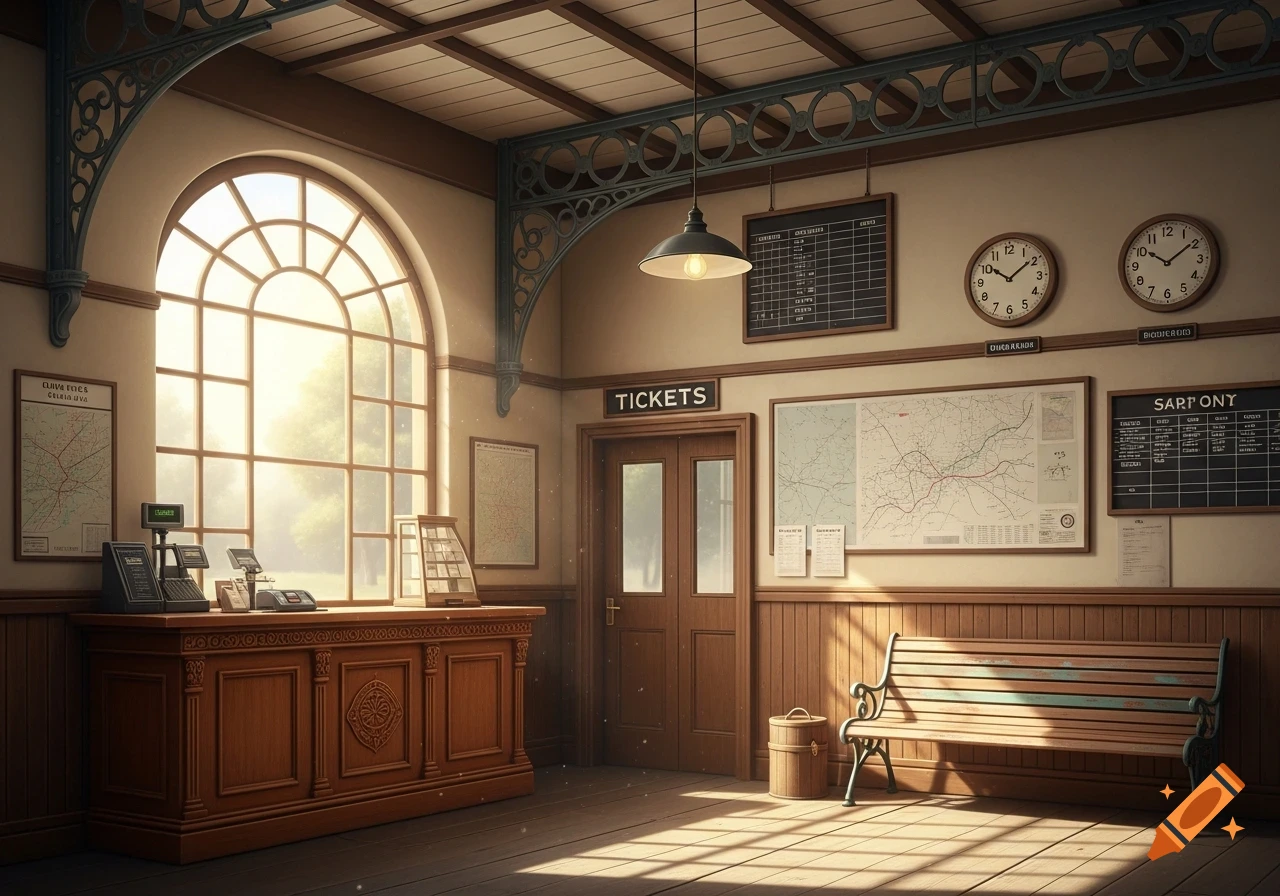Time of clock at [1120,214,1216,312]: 10:09
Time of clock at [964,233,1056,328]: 10:09
